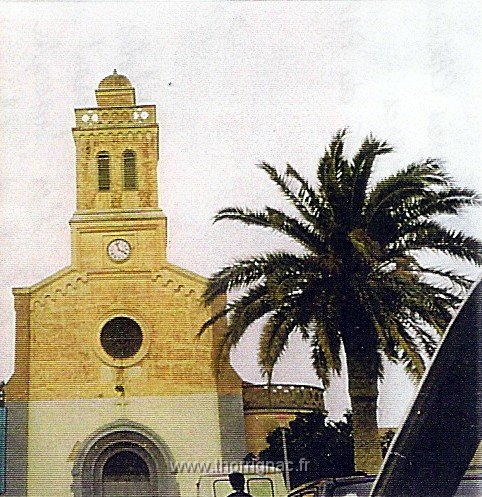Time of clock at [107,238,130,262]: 3:57
